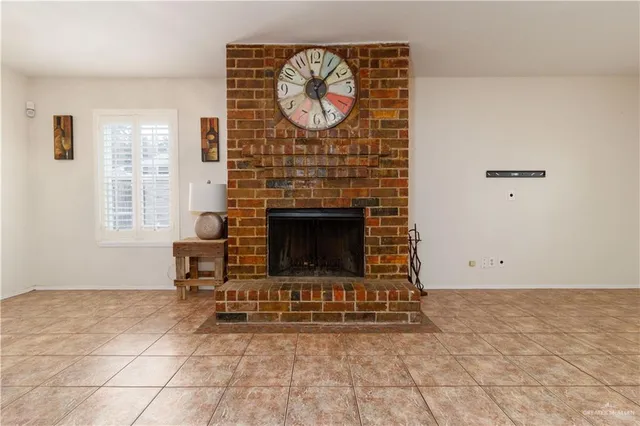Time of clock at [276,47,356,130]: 1:26
